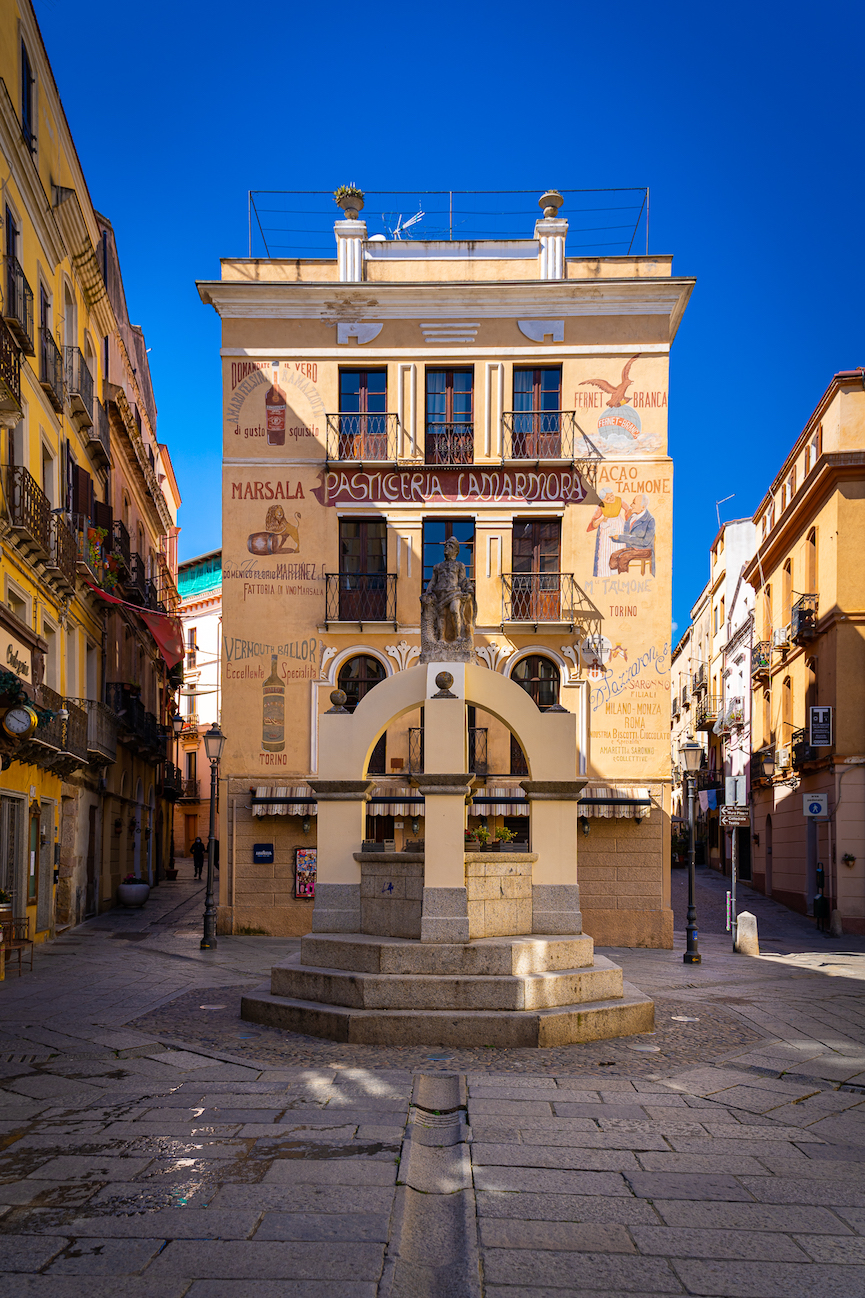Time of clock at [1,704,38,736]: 3:51
